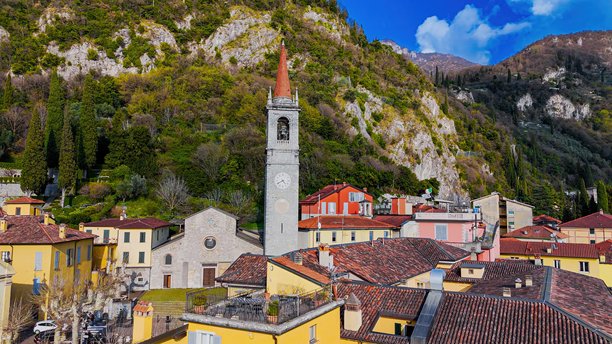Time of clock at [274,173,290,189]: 4:40
